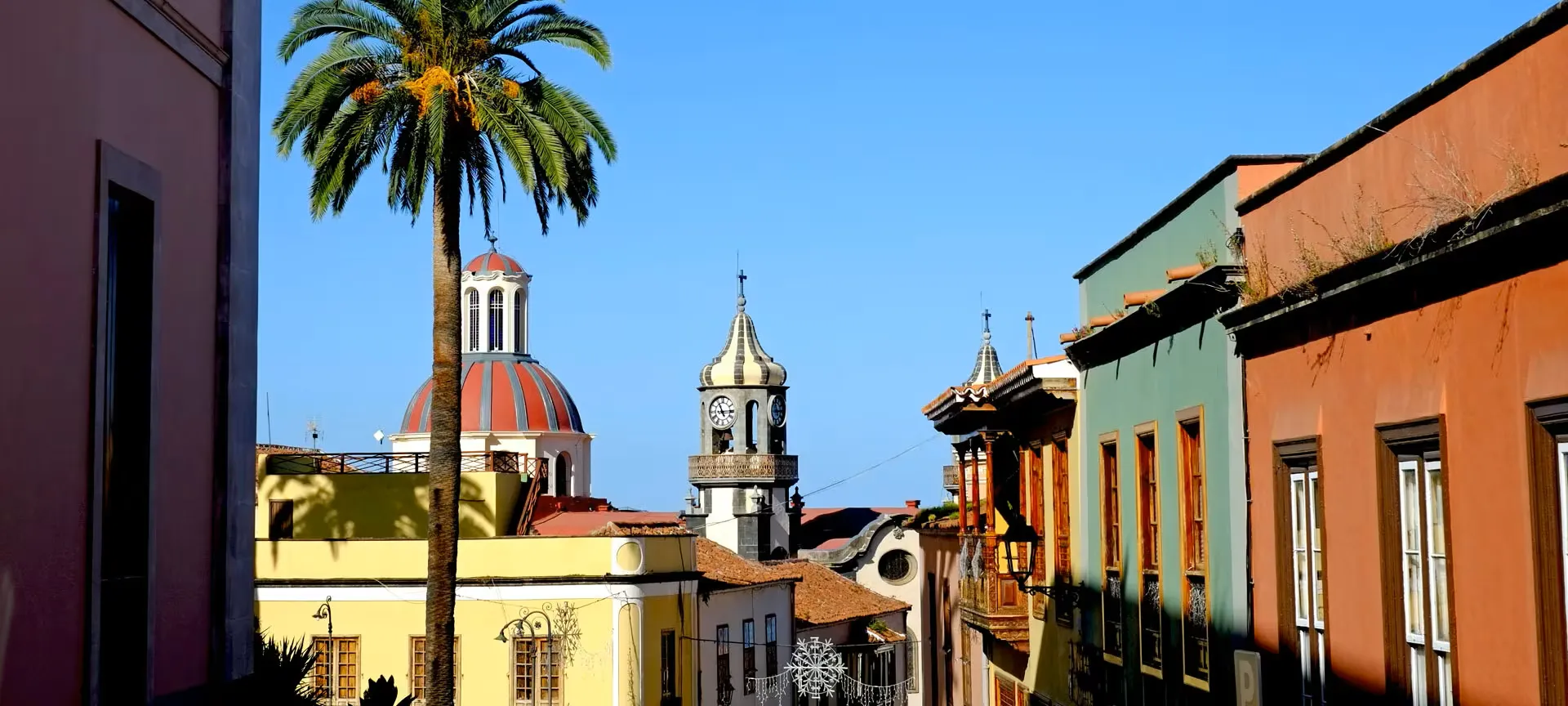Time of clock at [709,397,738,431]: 11:14
